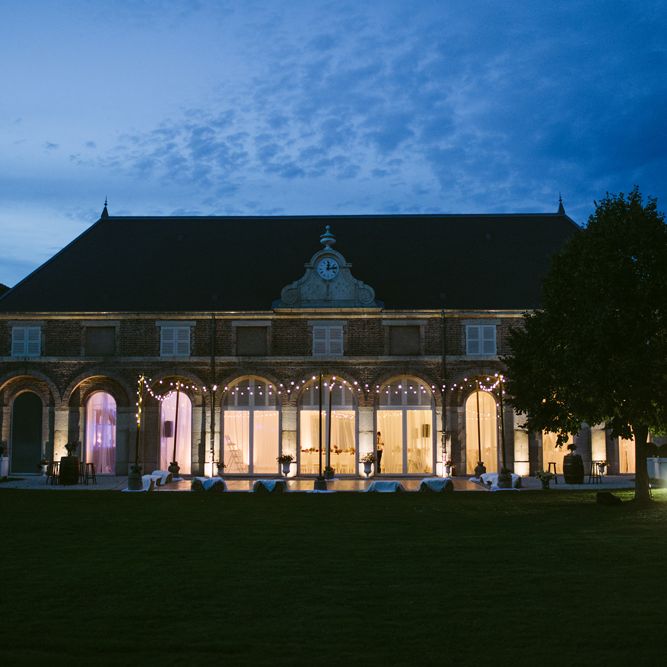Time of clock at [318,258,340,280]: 12:13
